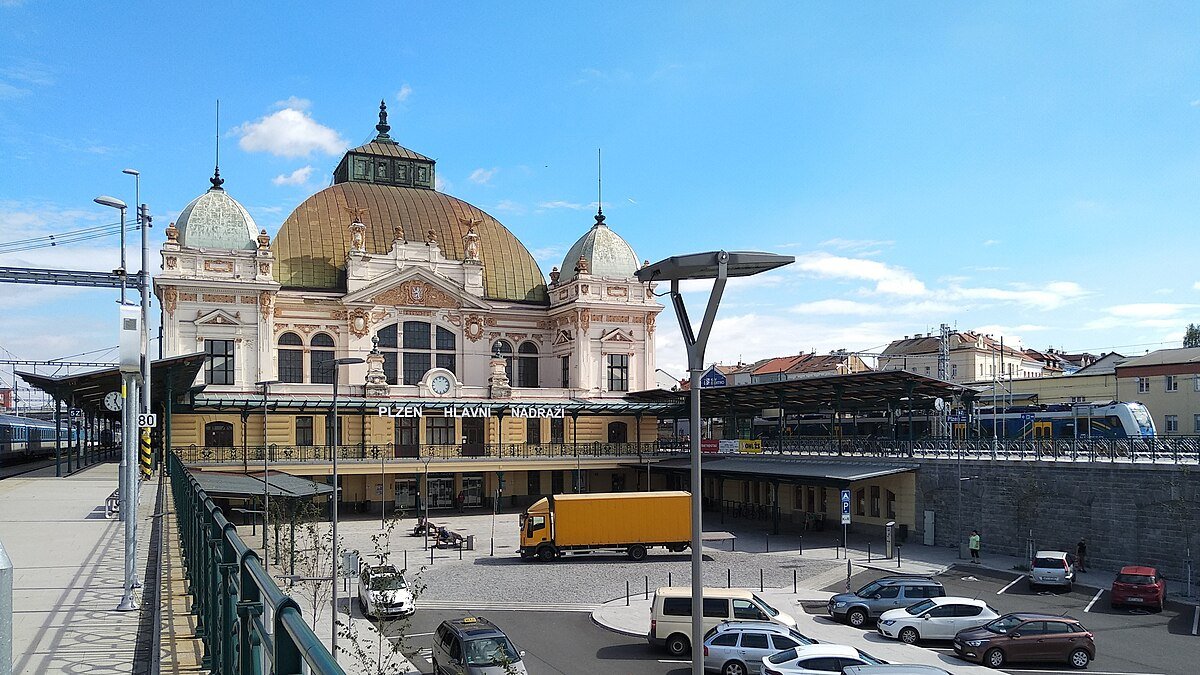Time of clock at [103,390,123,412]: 12:24
